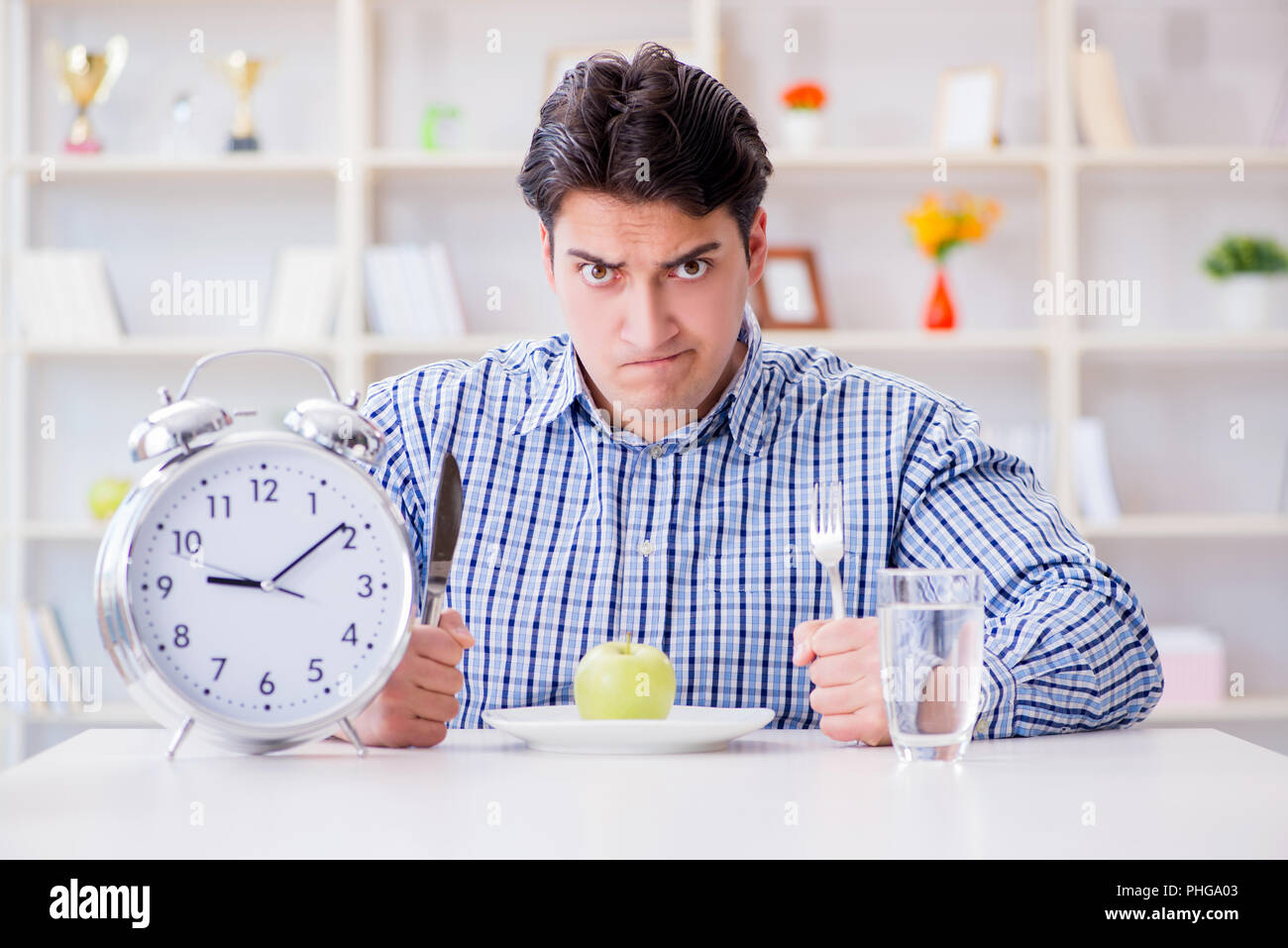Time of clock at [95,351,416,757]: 9:09
